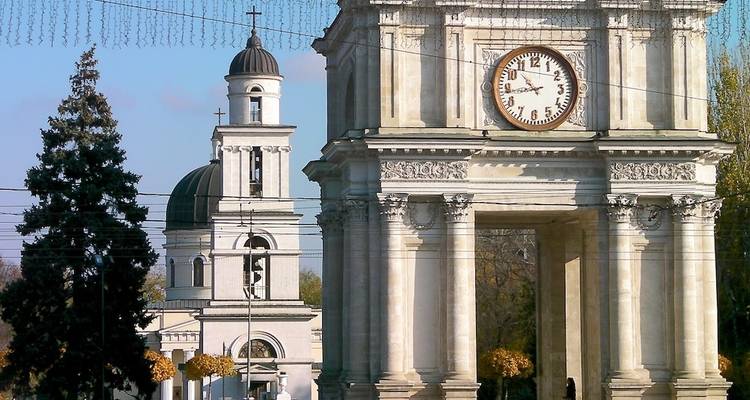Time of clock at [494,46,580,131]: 10:43
